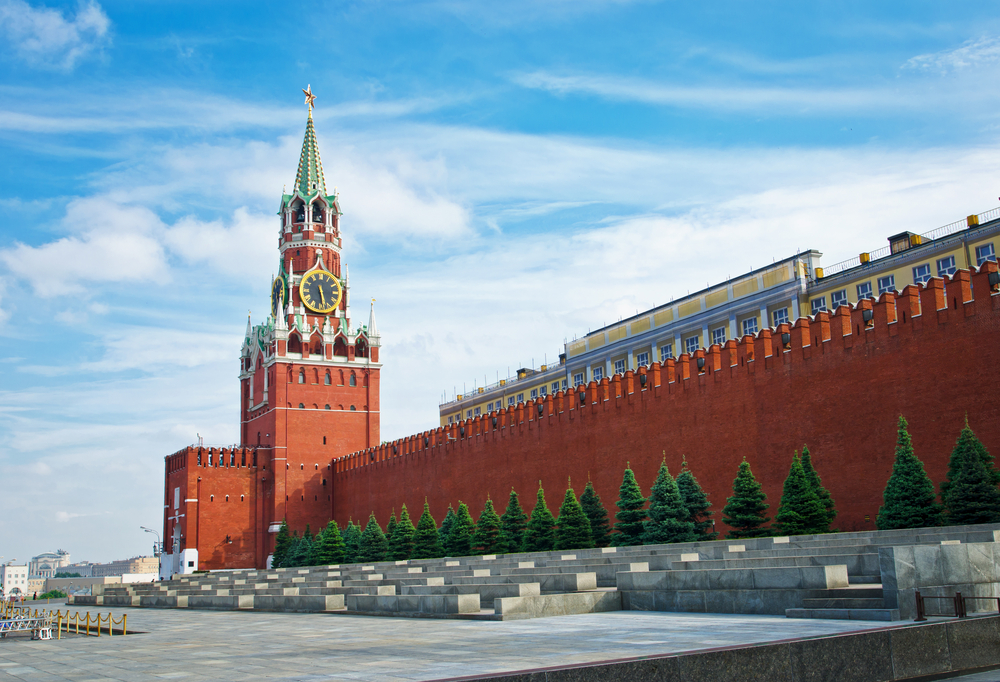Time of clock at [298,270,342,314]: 5:28
